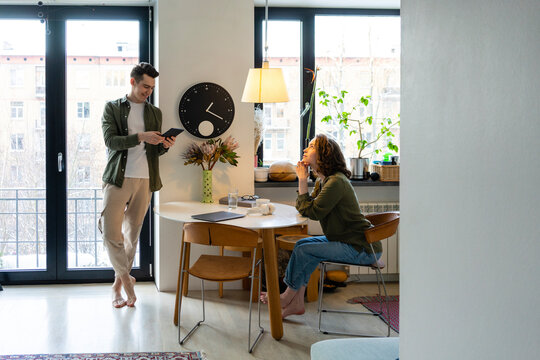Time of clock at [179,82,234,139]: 1:19
